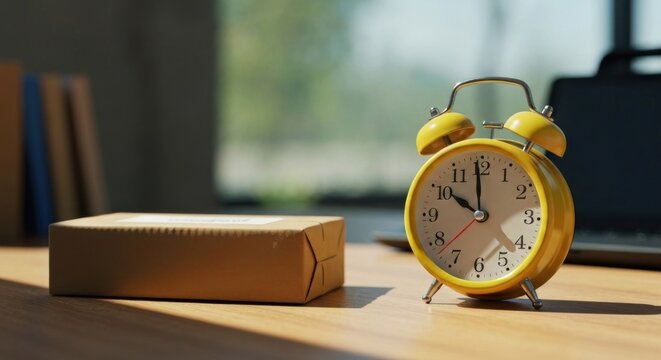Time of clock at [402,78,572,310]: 9:59
